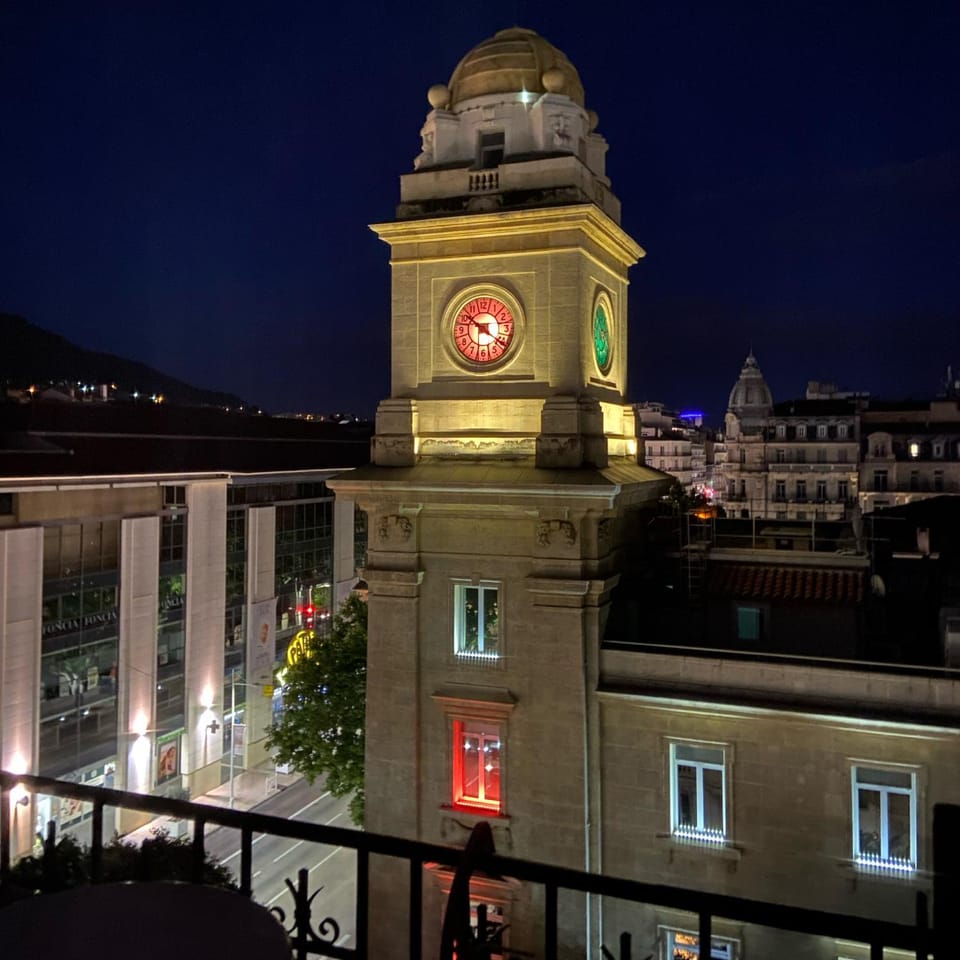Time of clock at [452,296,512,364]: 10:20
